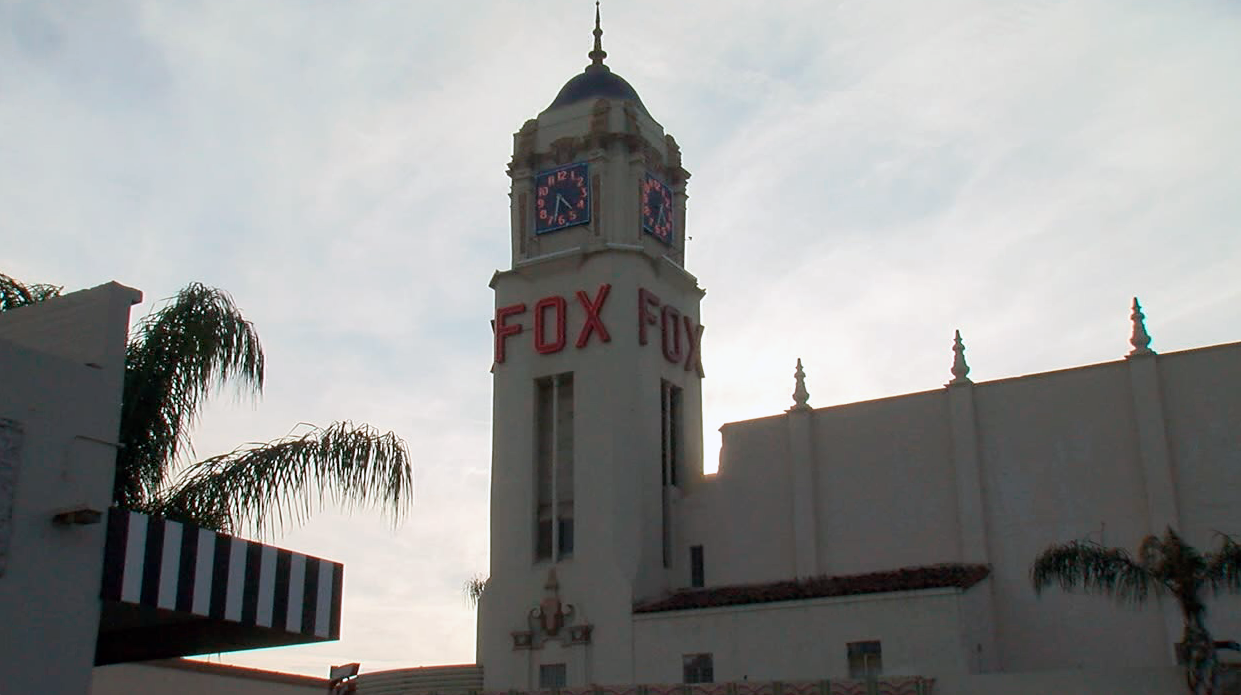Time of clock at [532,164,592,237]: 4:33
